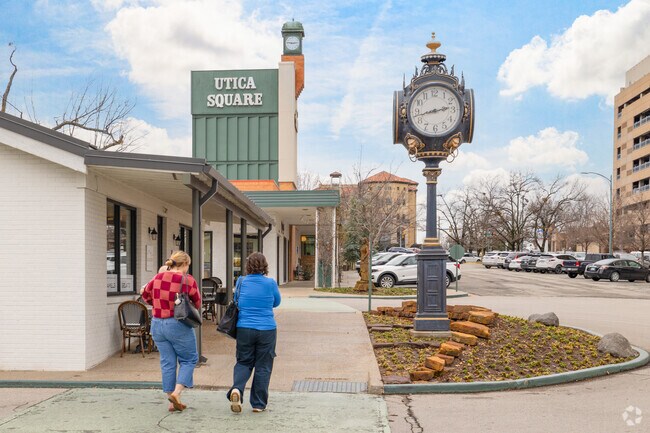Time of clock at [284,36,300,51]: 2:46
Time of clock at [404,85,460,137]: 2:42
